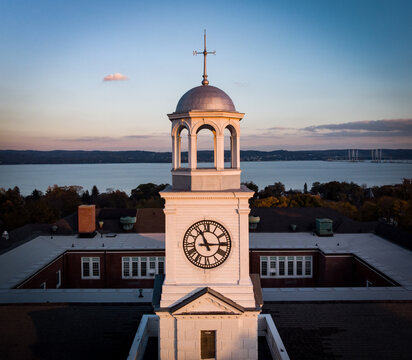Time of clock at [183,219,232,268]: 11:14
